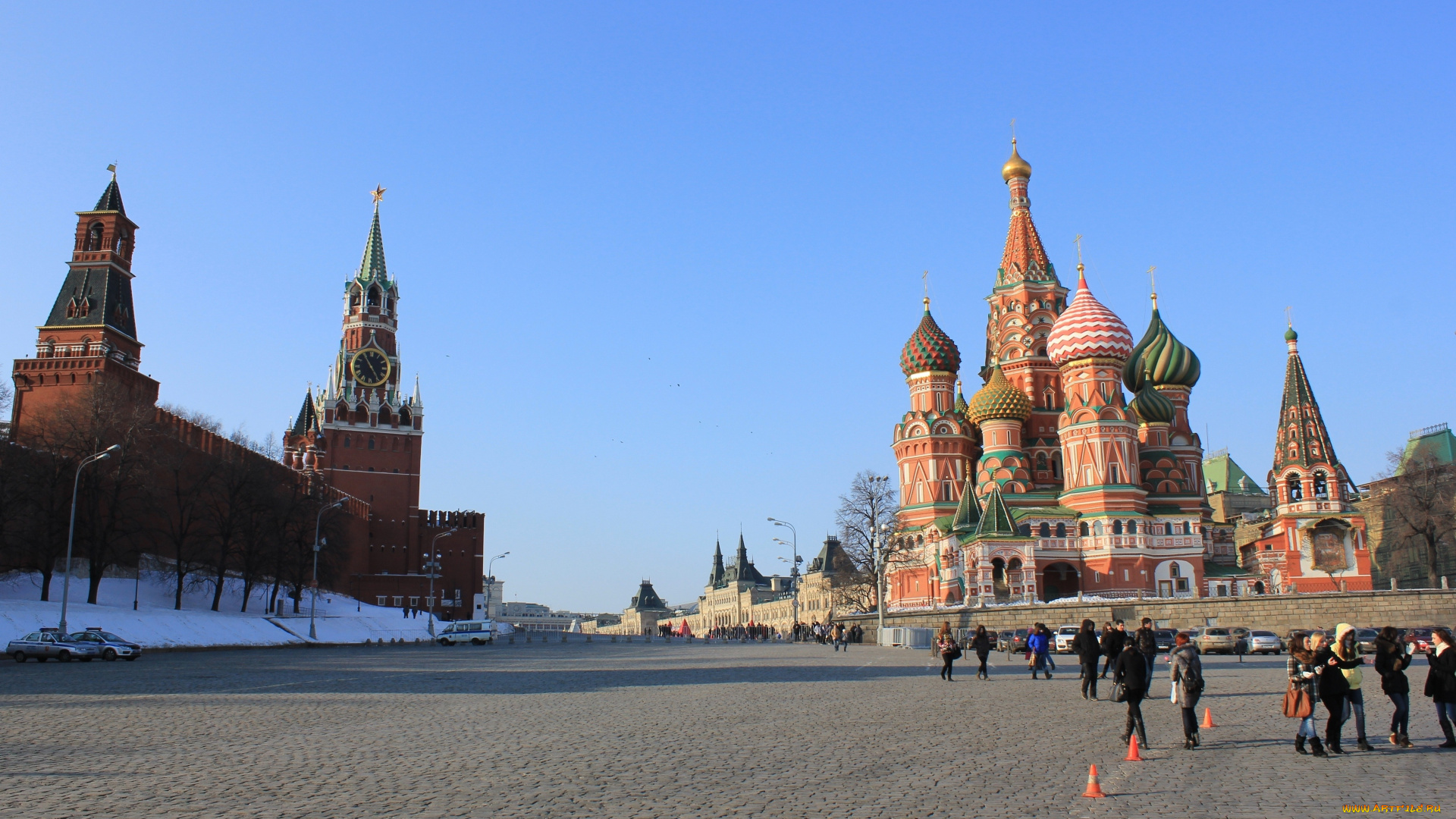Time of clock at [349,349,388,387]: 4:54
